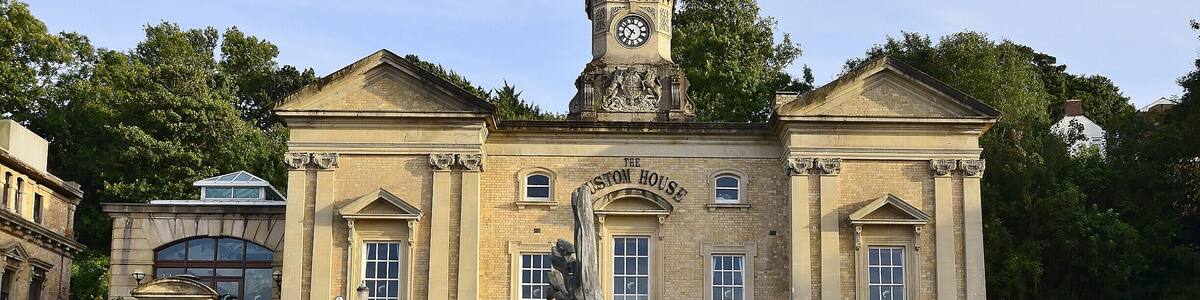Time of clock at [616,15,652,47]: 6:51
